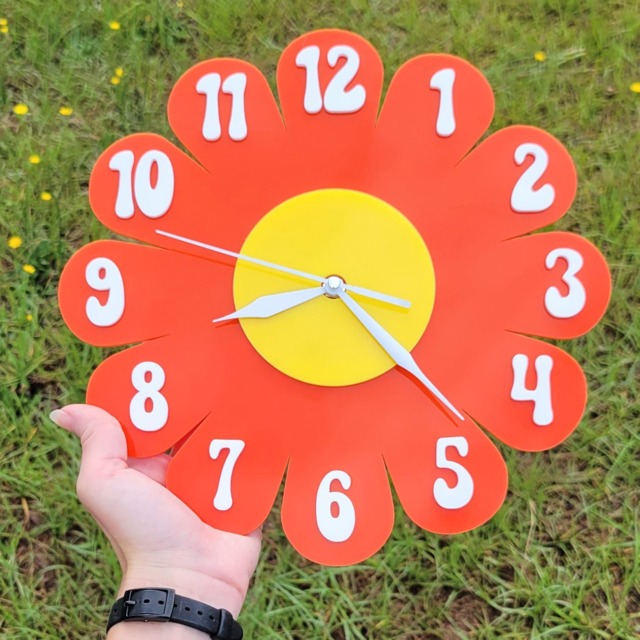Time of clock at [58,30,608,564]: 8:22
